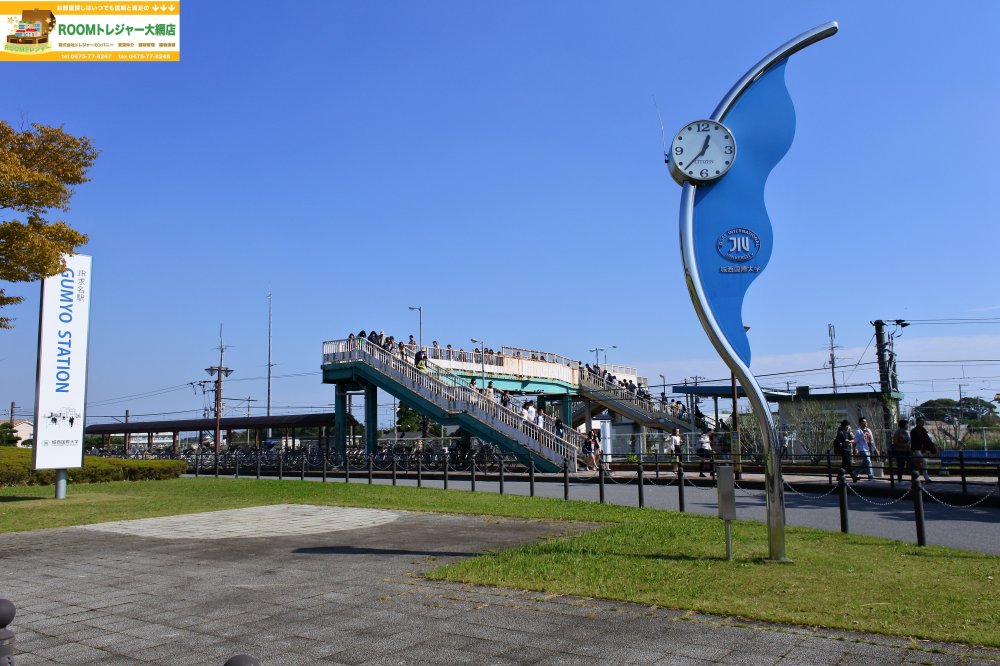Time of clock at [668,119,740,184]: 12:37
